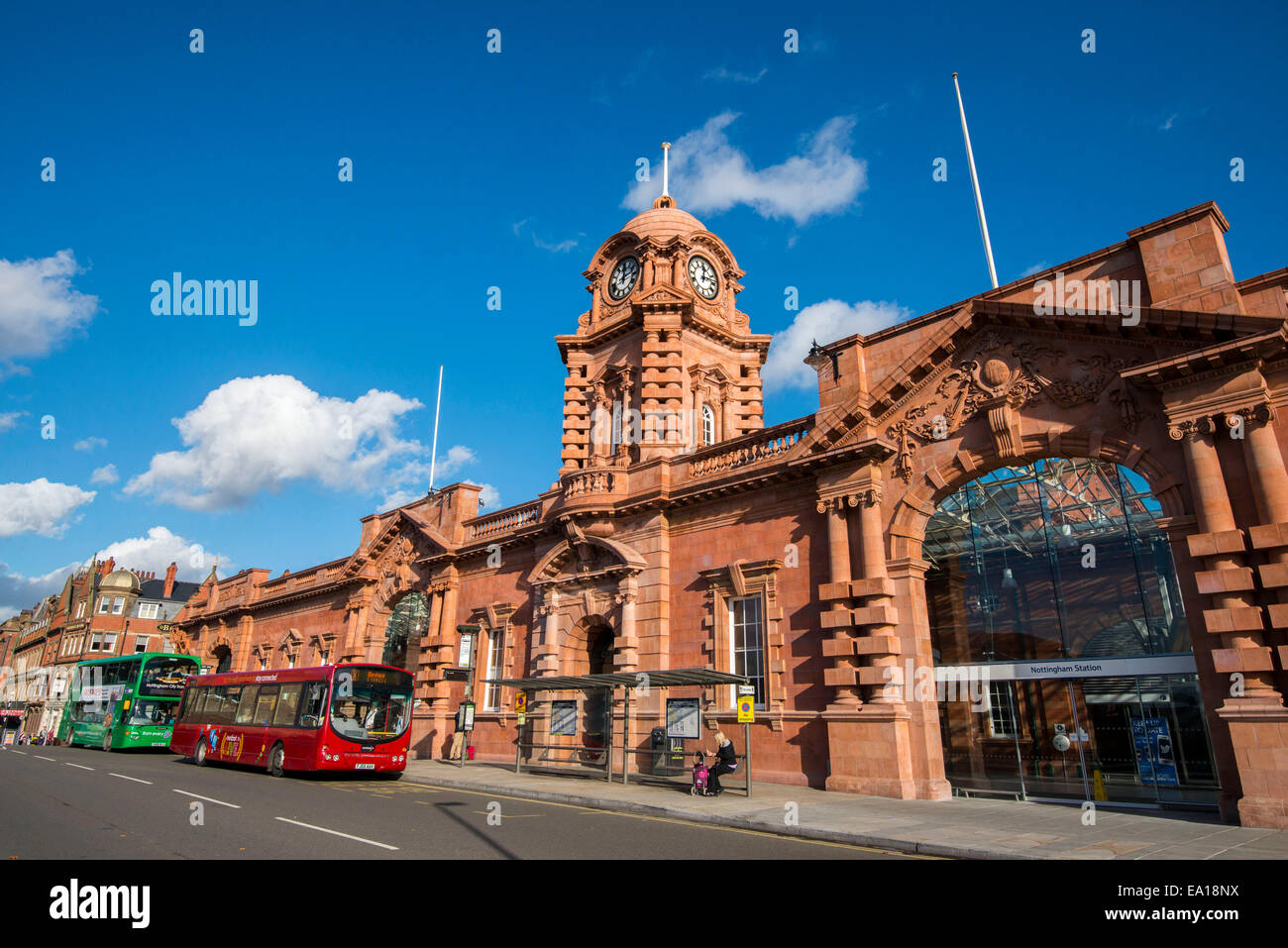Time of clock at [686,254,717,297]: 12:12
